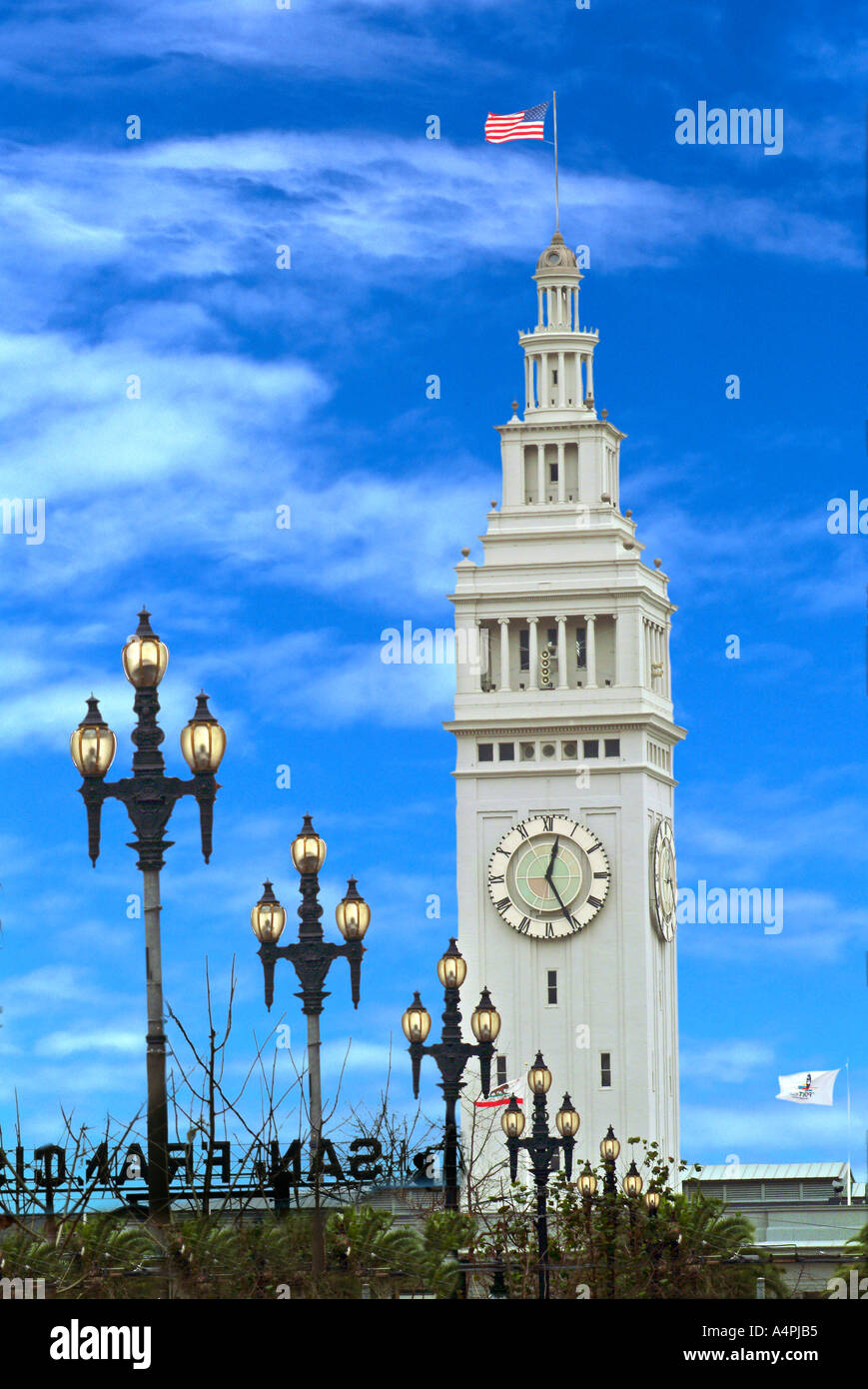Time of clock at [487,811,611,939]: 12:25
